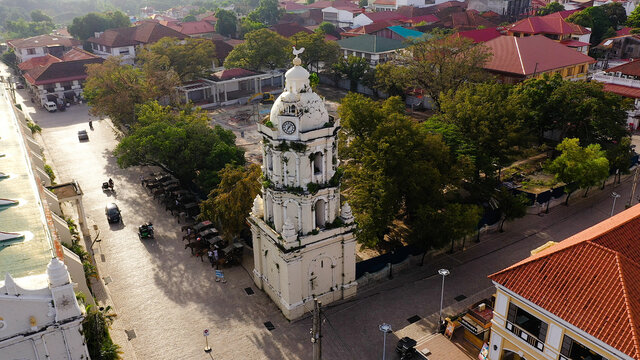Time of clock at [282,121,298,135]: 7:07
